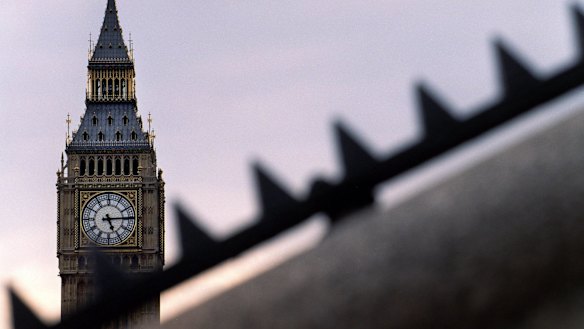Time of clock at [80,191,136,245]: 5:14
